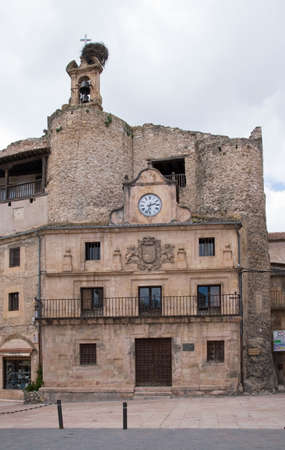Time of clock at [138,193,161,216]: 2:32
